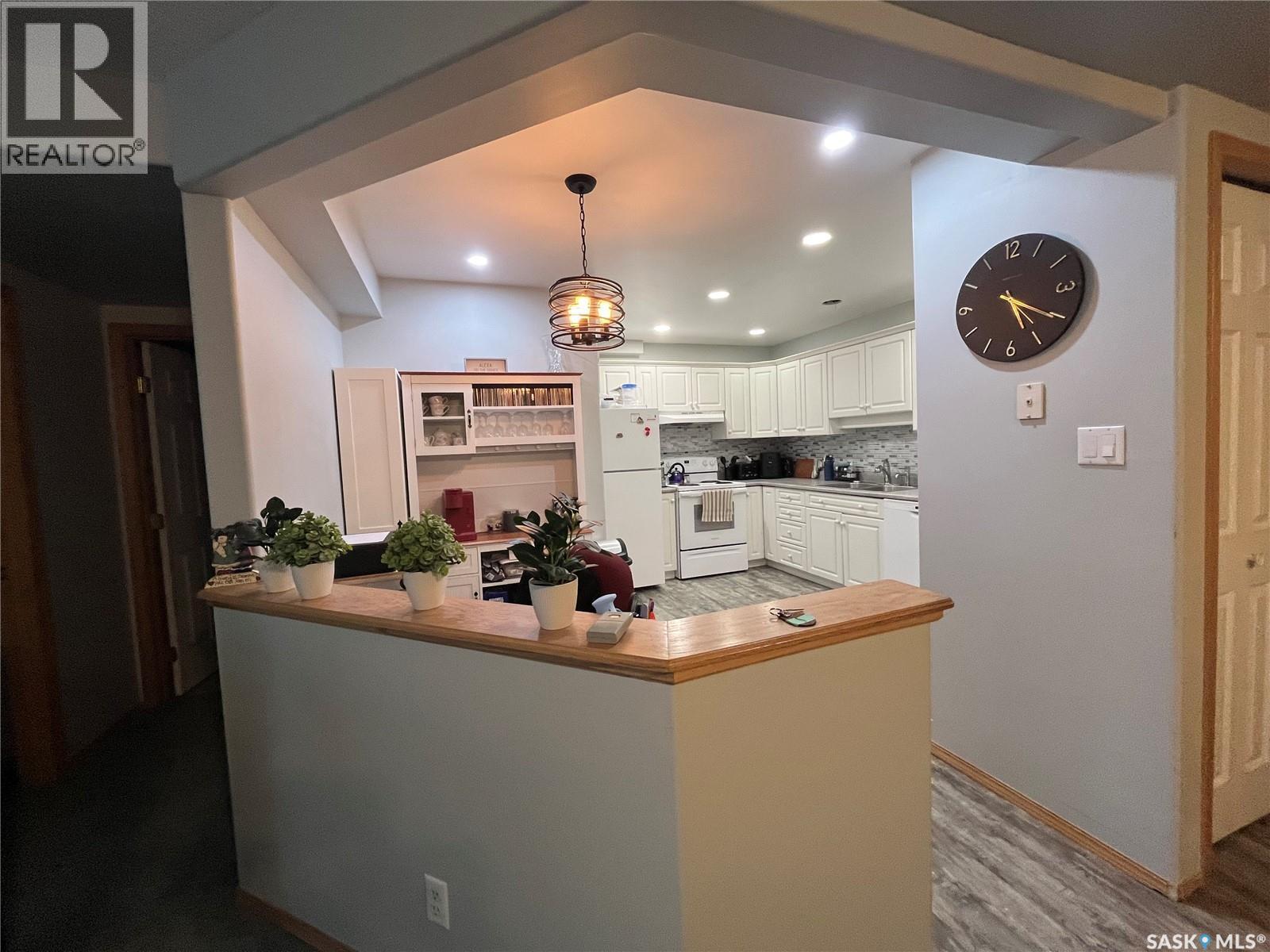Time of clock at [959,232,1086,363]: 5:20
